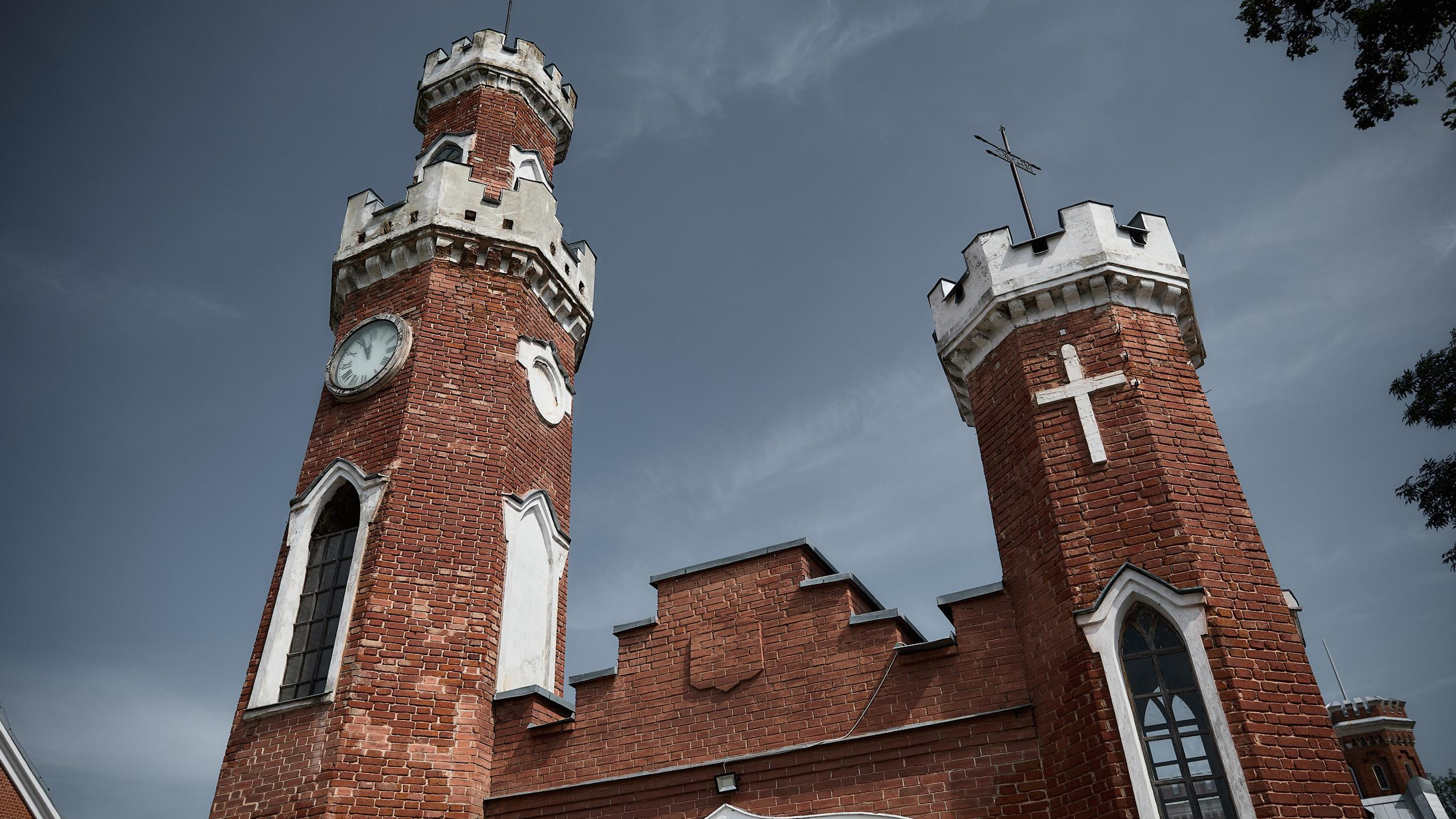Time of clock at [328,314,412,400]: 11:55
